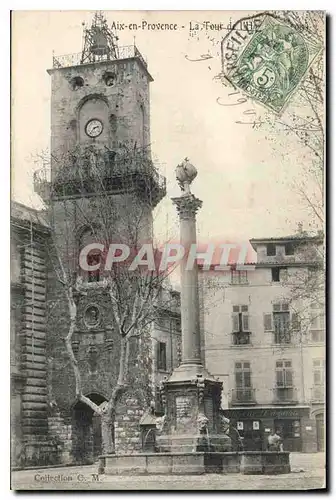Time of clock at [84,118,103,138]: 2:36
